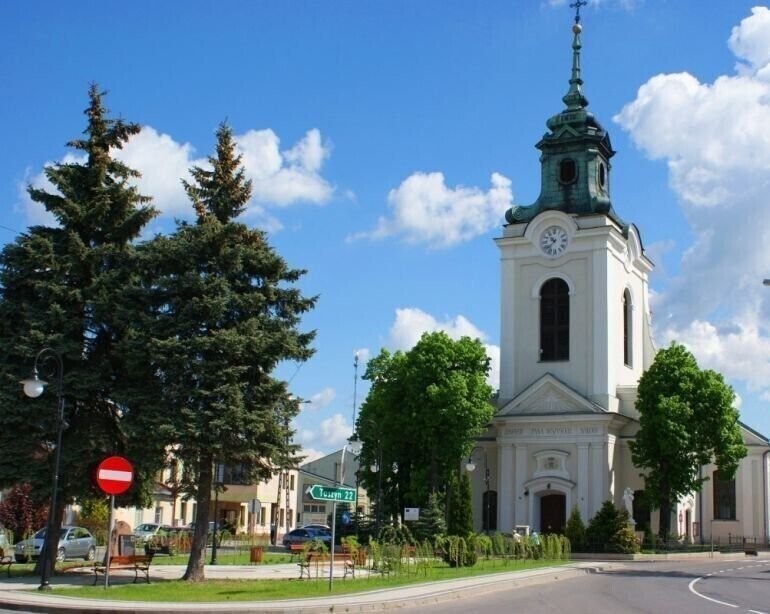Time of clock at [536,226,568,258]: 10:37
